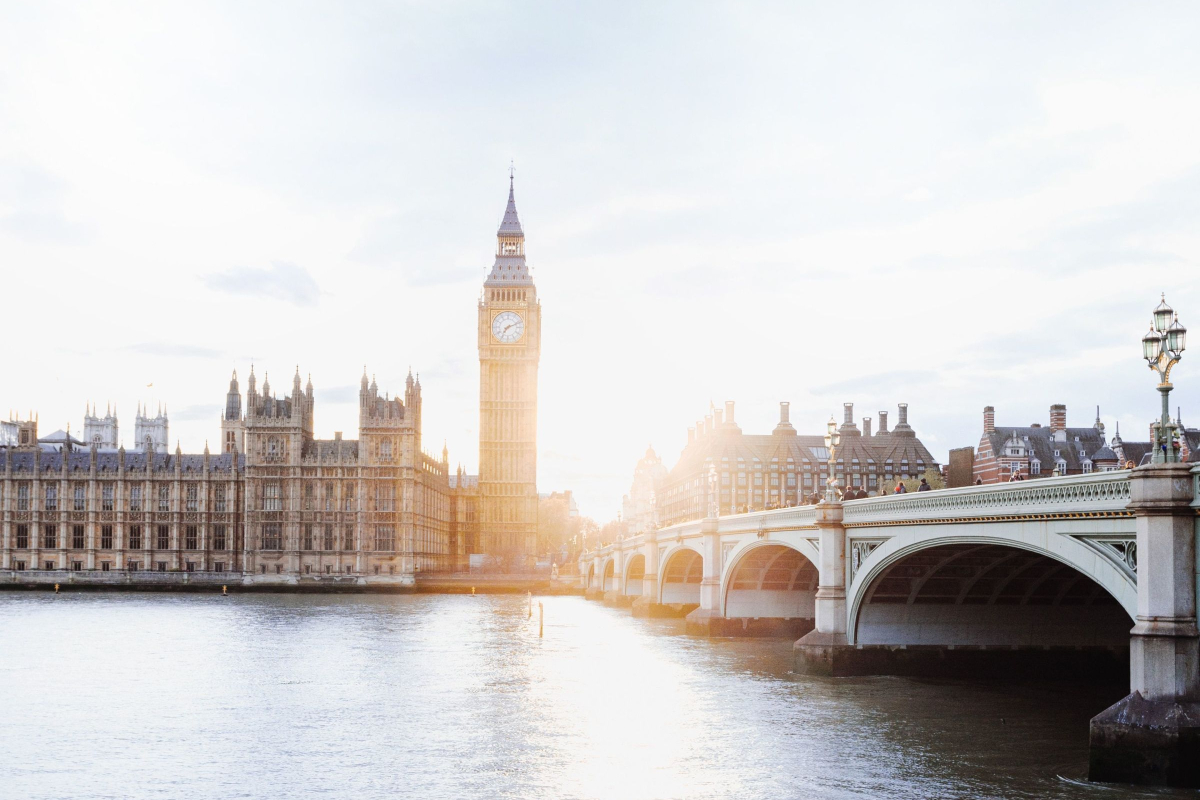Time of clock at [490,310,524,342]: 7:11
